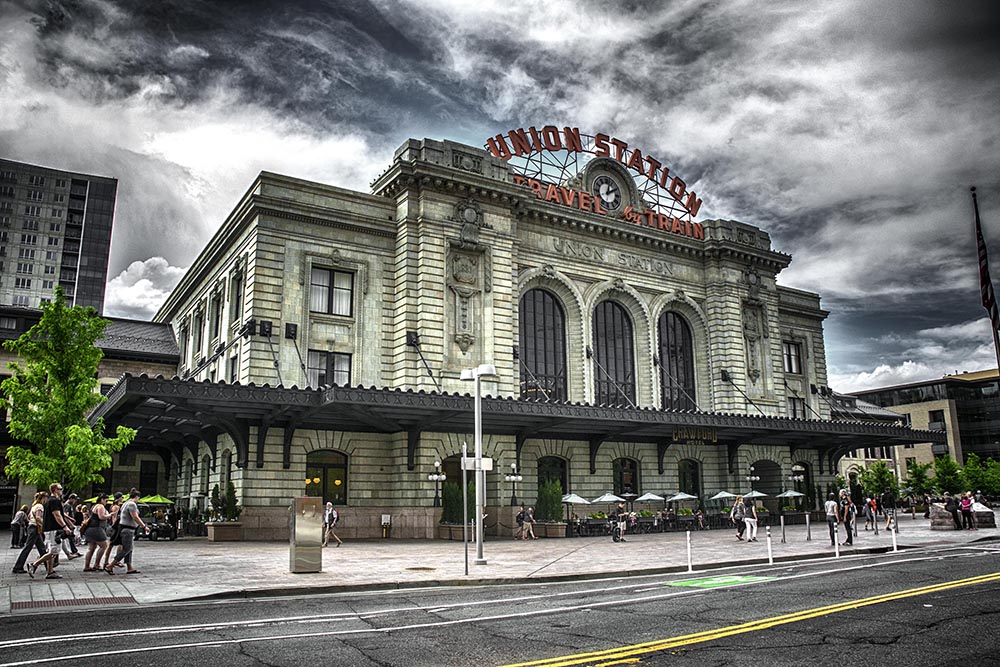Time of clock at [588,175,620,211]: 2:02
